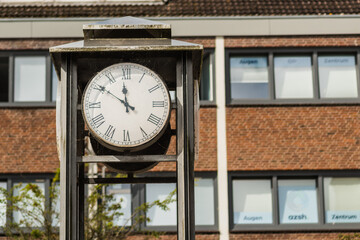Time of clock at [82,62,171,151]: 11:50
